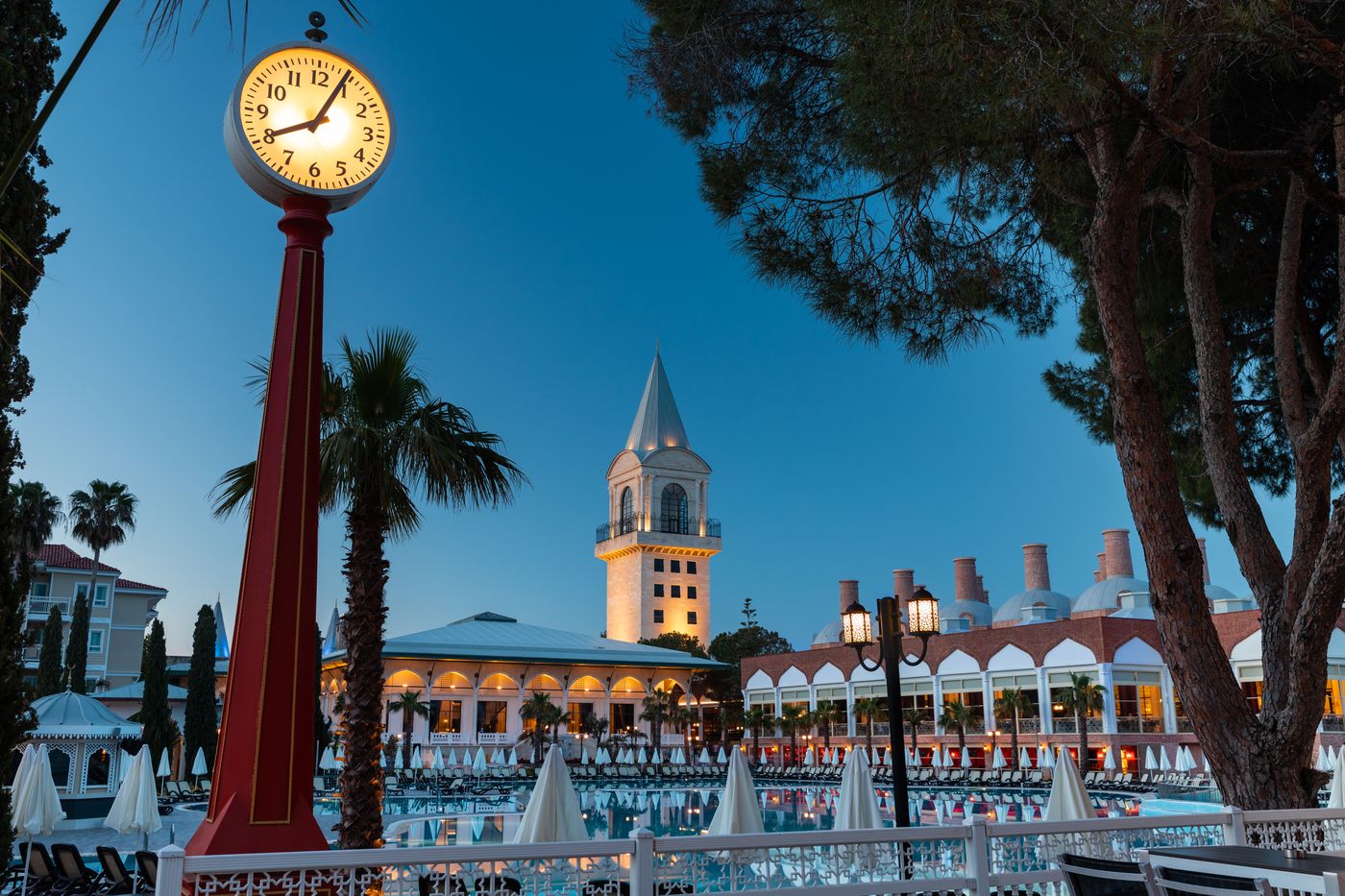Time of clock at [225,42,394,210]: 8:04
